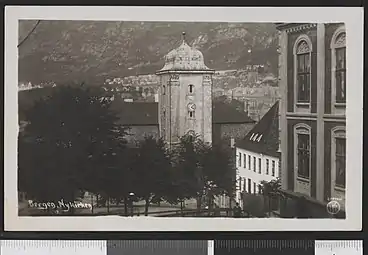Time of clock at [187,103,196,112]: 4:07
